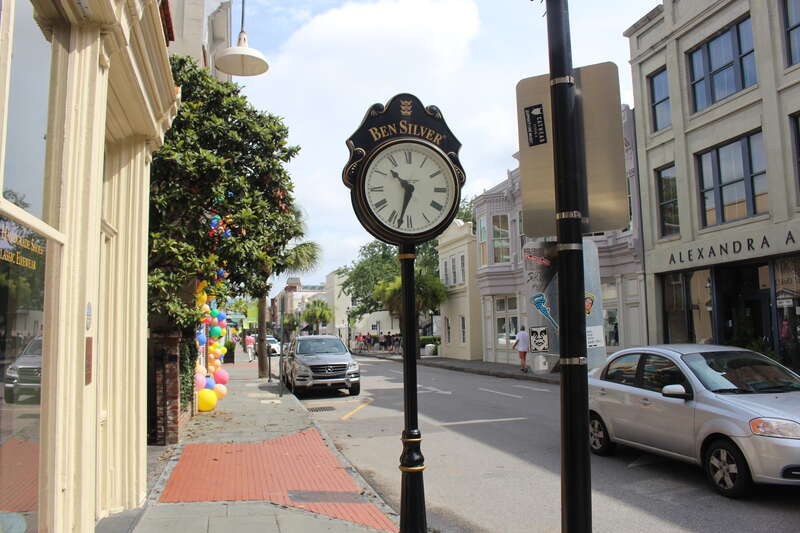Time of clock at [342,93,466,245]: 10:32
